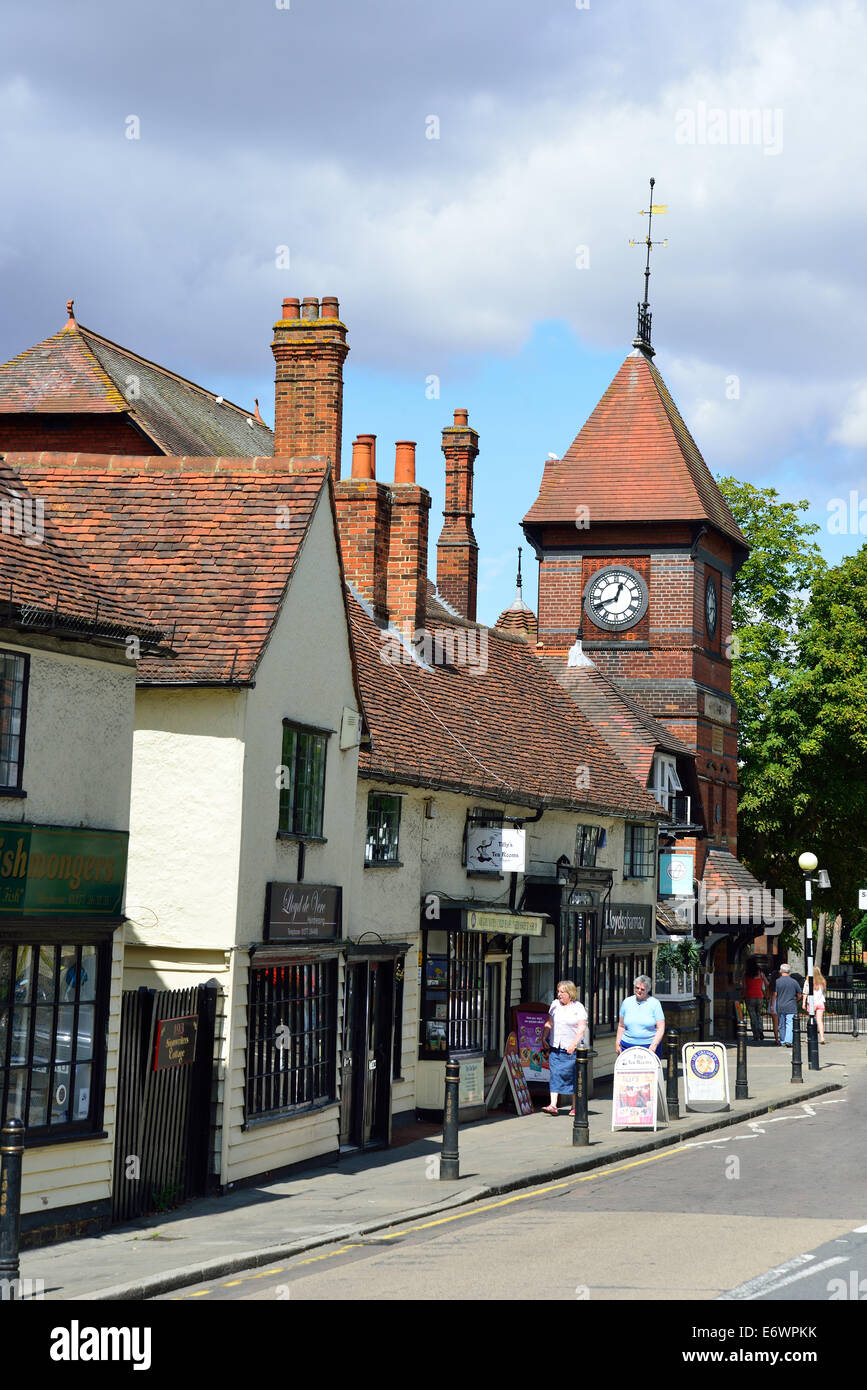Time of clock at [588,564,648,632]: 12:41
